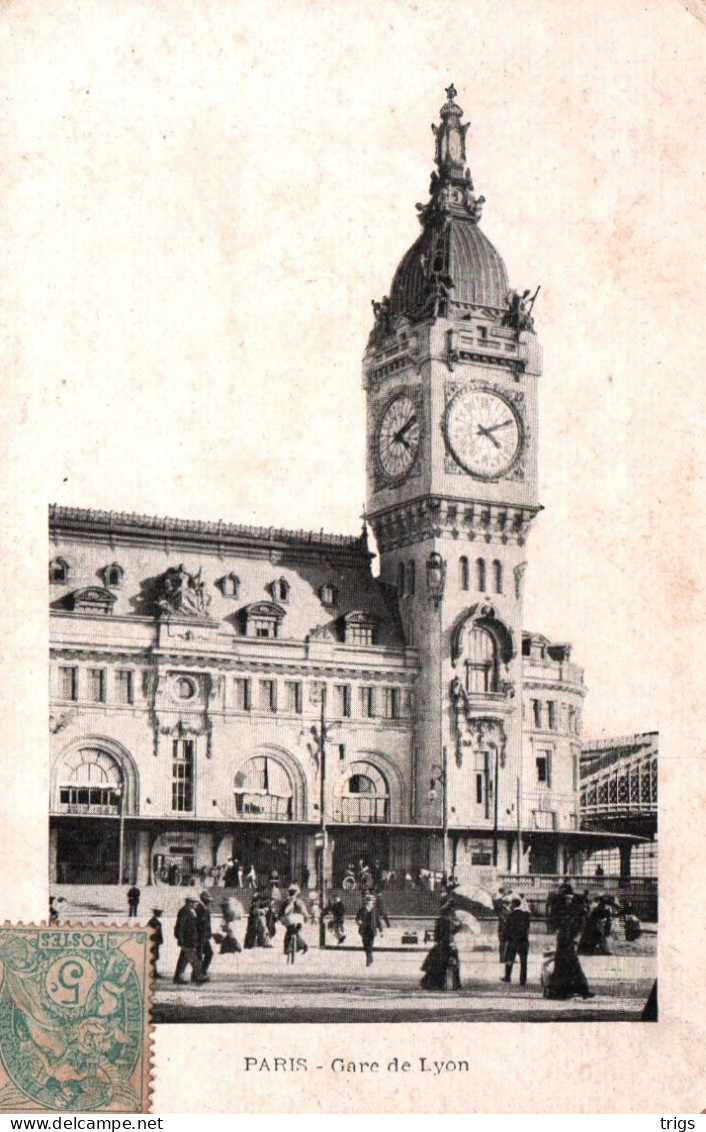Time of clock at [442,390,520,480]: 4:10
